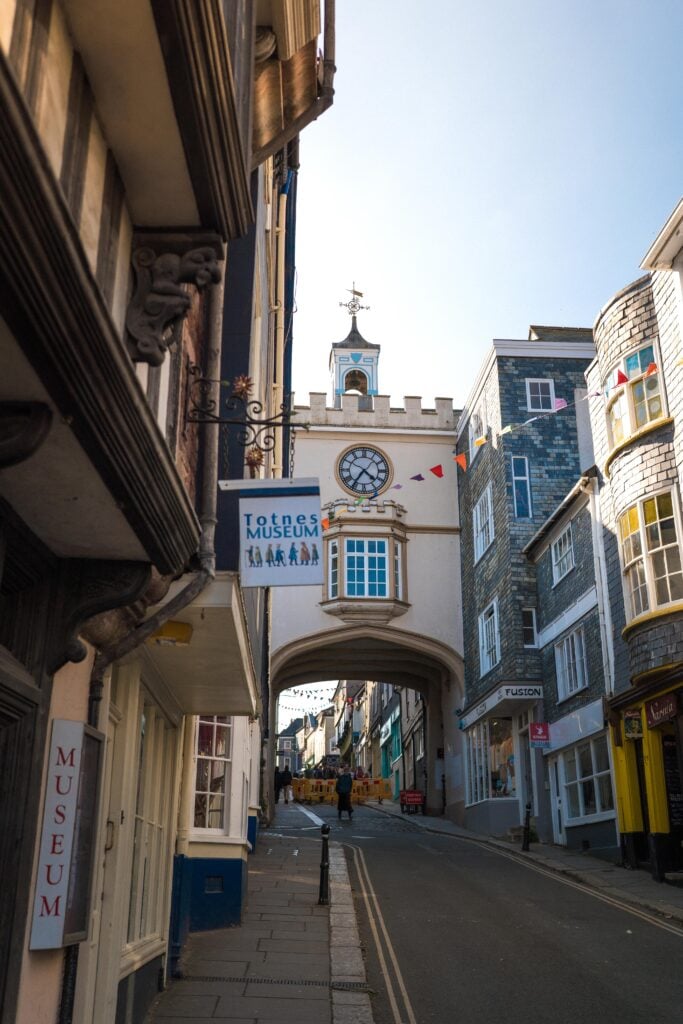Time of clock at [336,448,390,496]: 4:35
